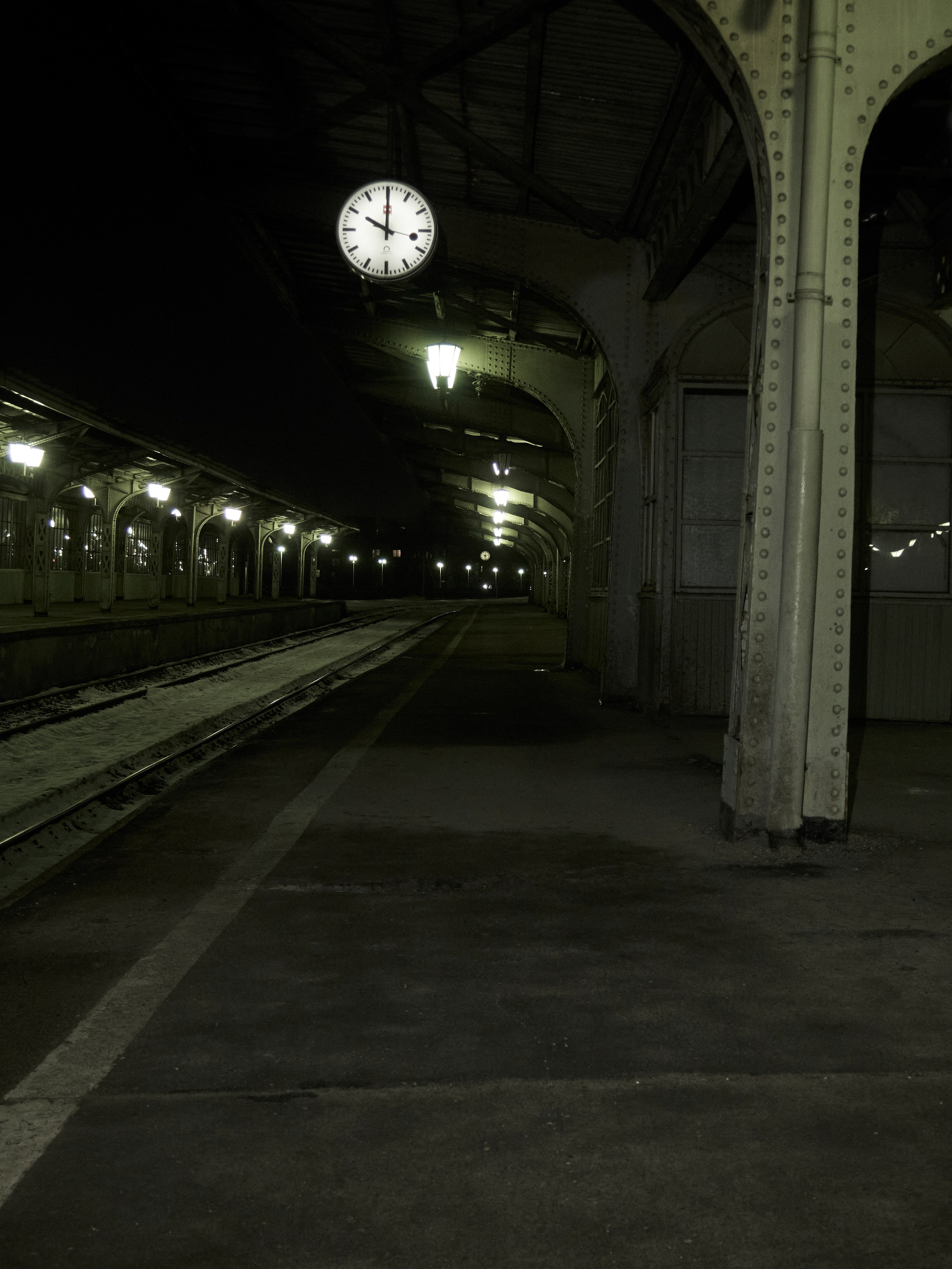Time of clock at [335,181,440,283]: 10:00
